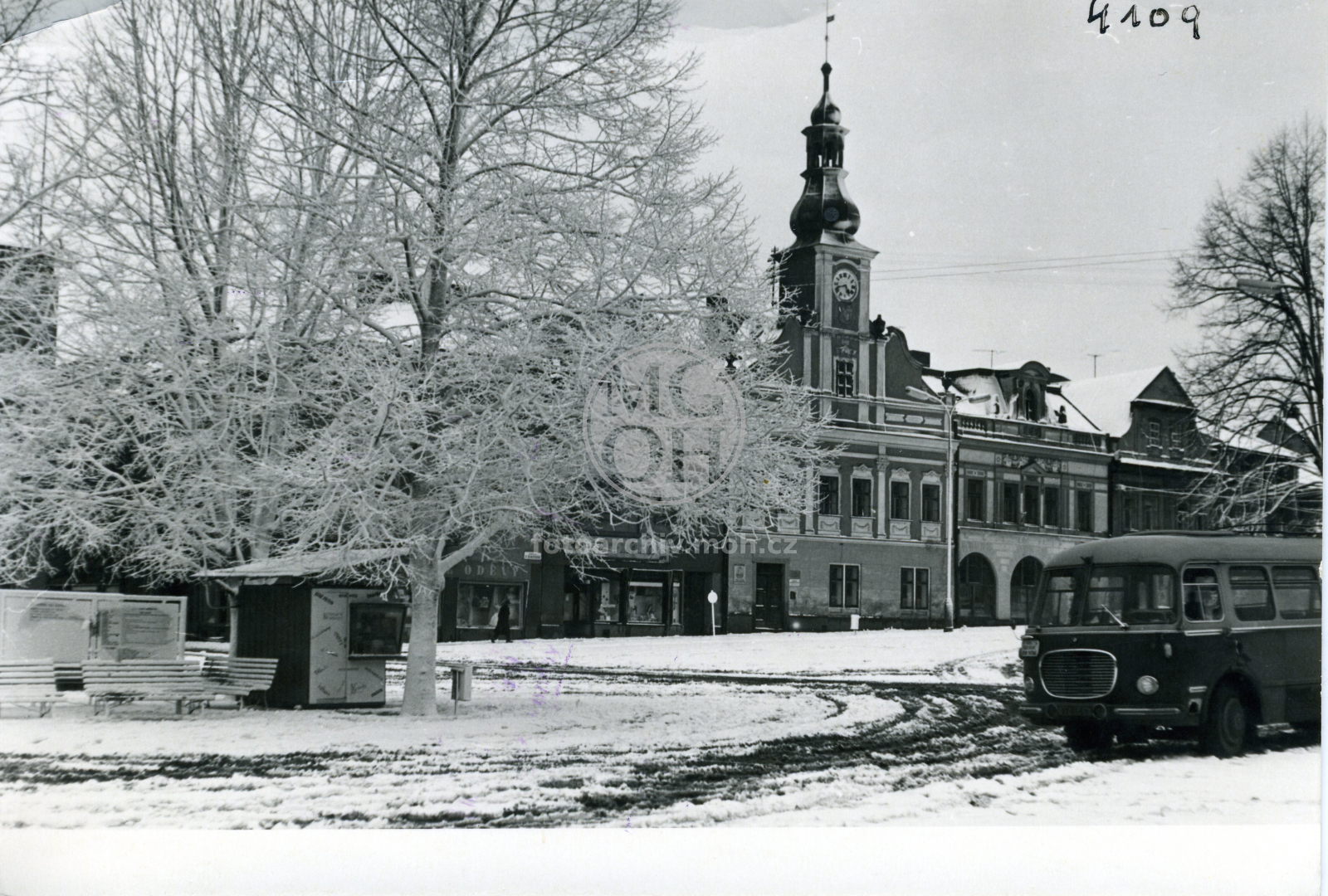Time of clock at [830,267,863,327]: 4:42
